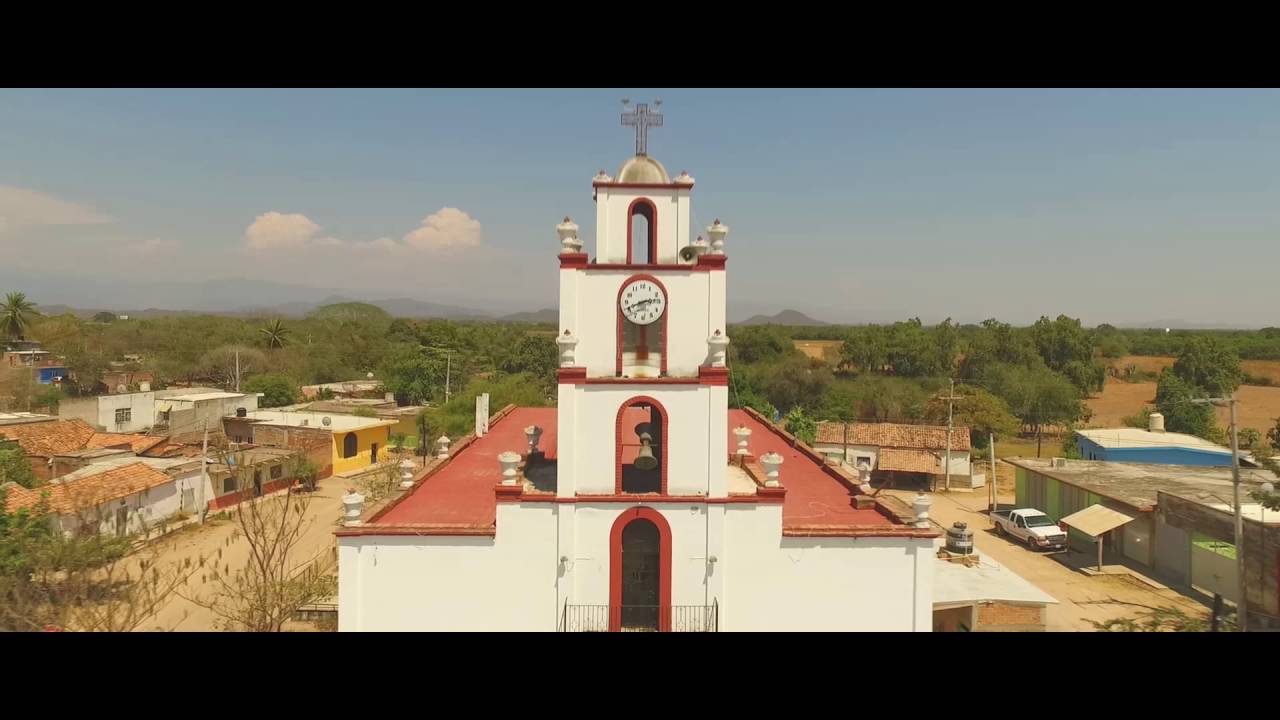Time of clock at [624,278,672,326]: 2:41
